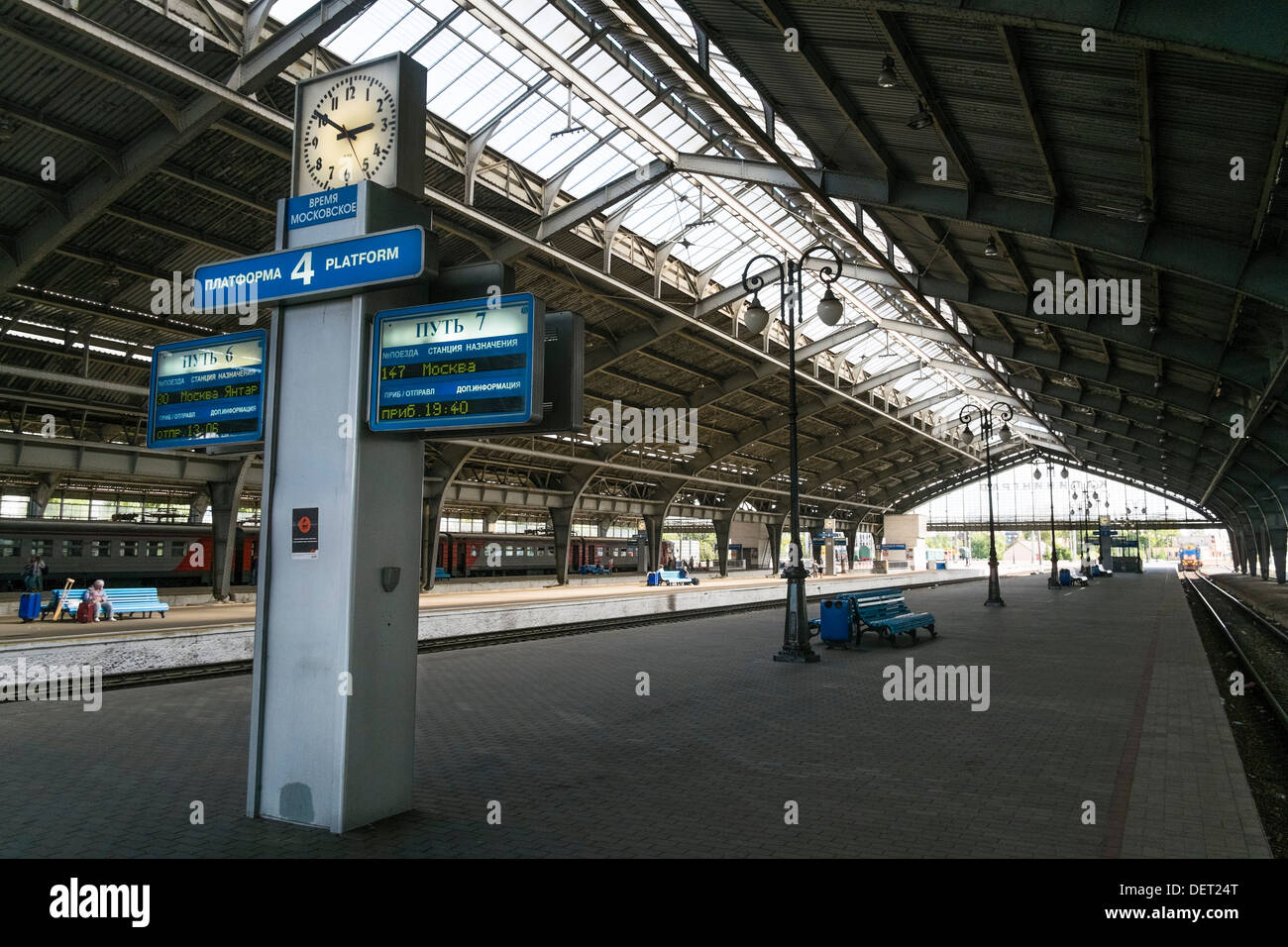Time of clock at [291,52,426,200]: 2:50
